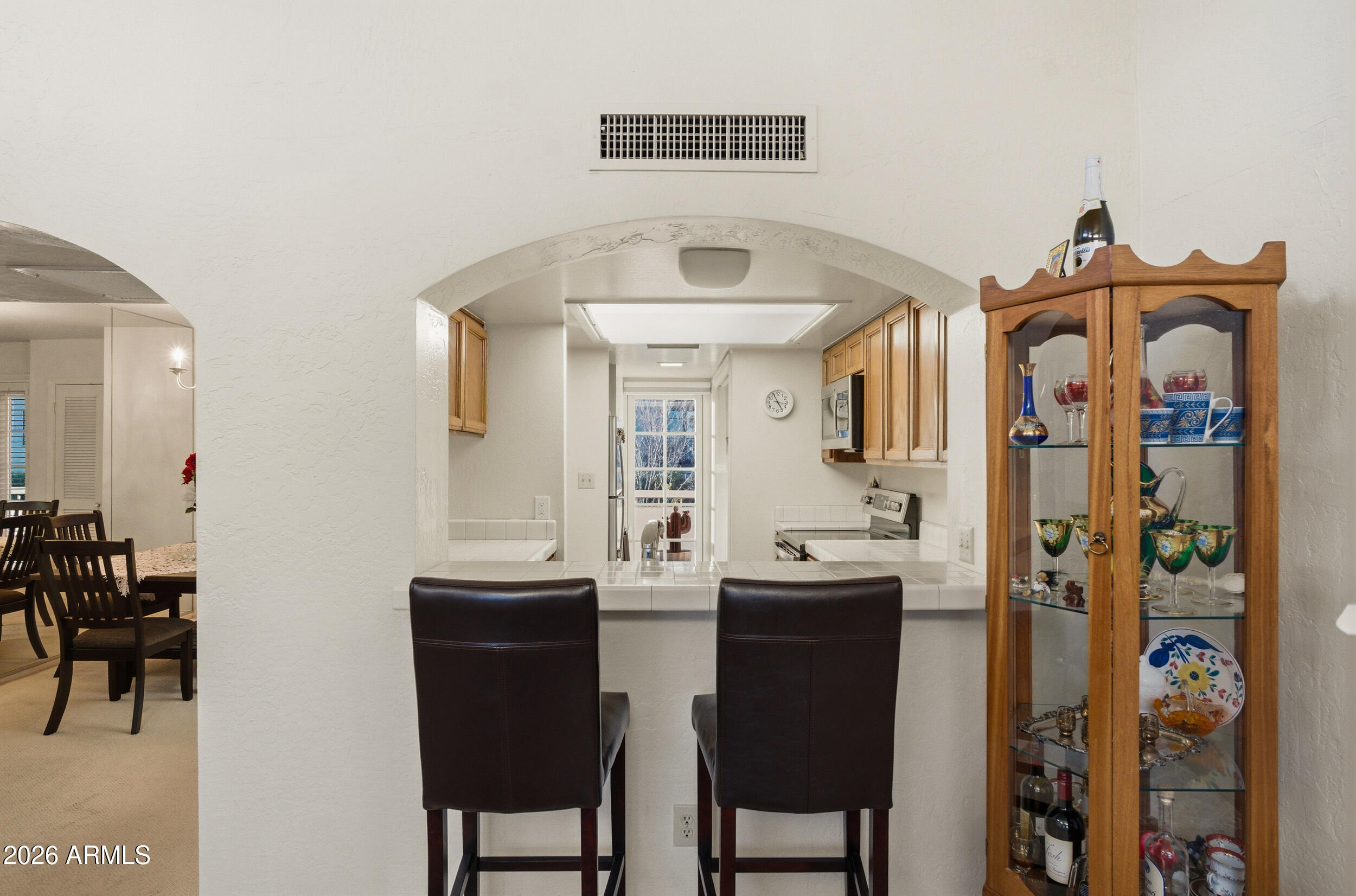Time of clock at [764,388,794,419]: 4:55
